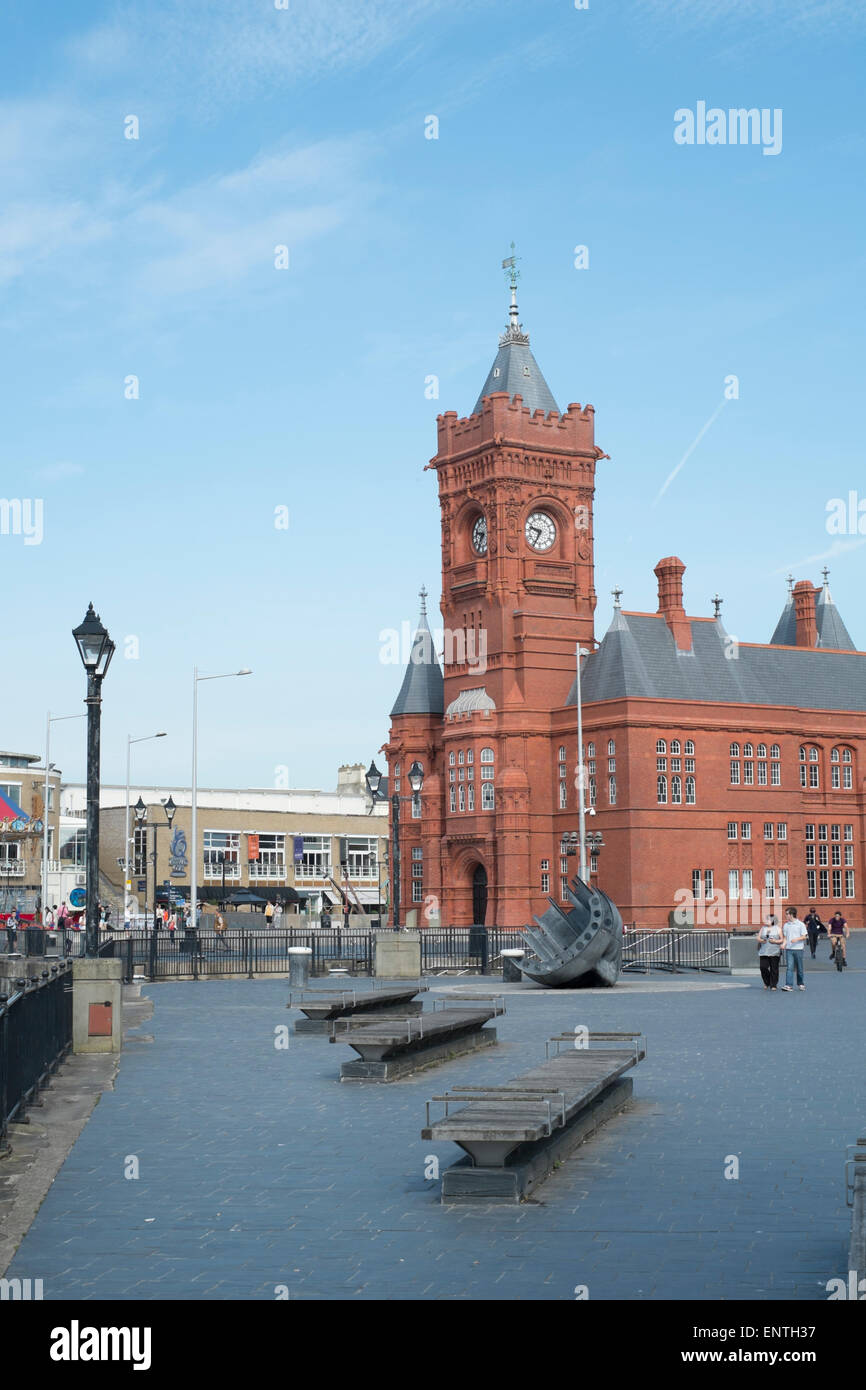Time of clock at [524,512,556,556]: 9:34
